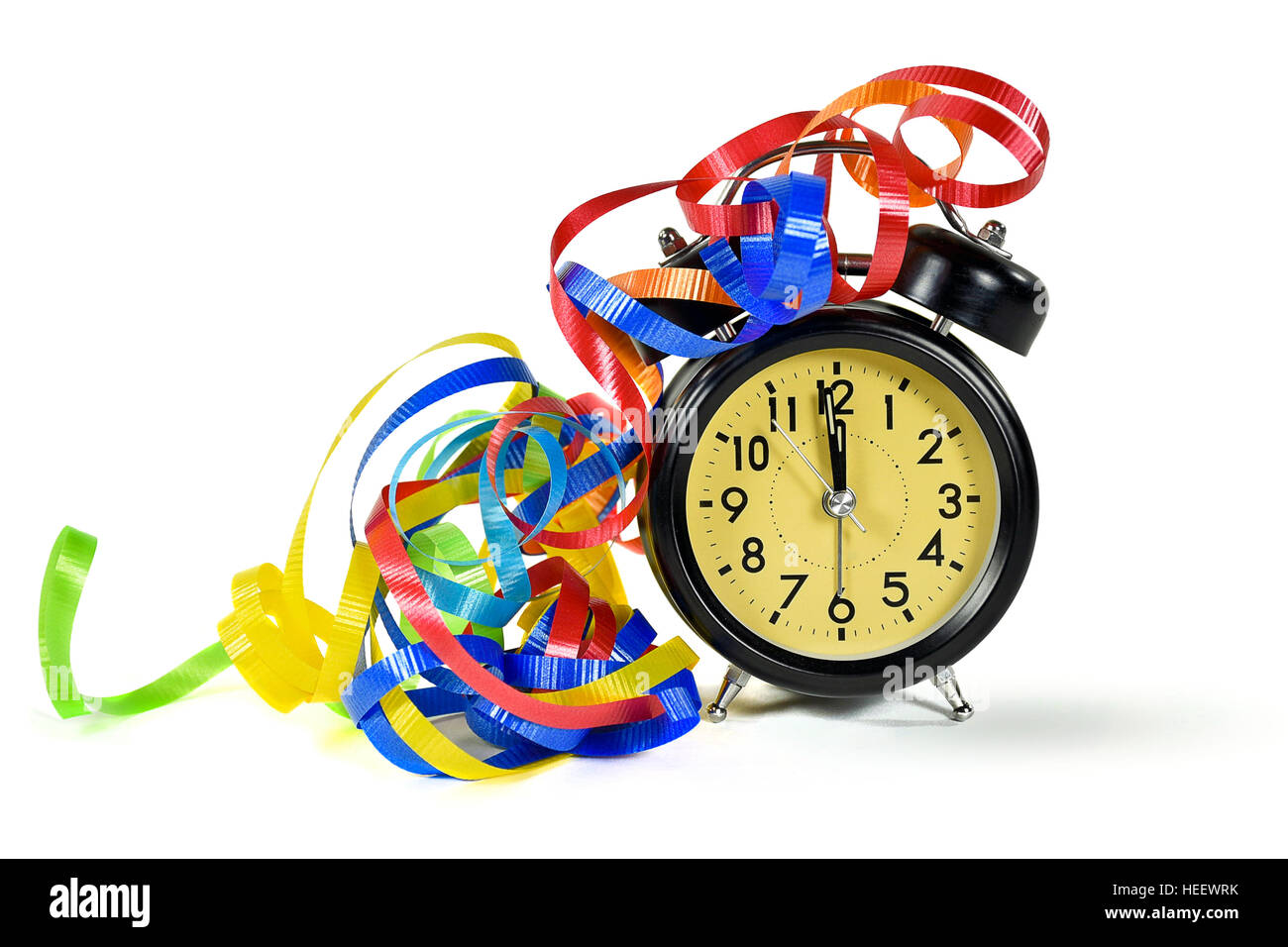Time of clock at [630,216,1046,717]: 11:58
